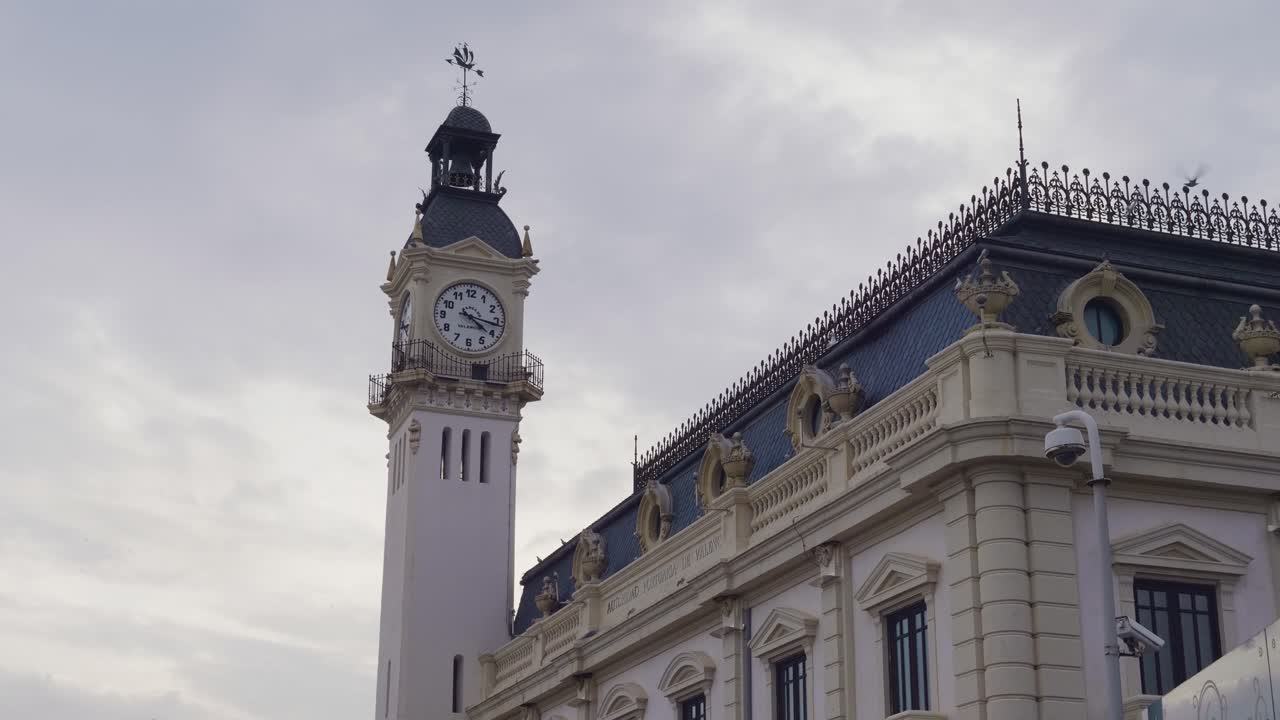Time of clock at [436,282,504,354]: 4:16
